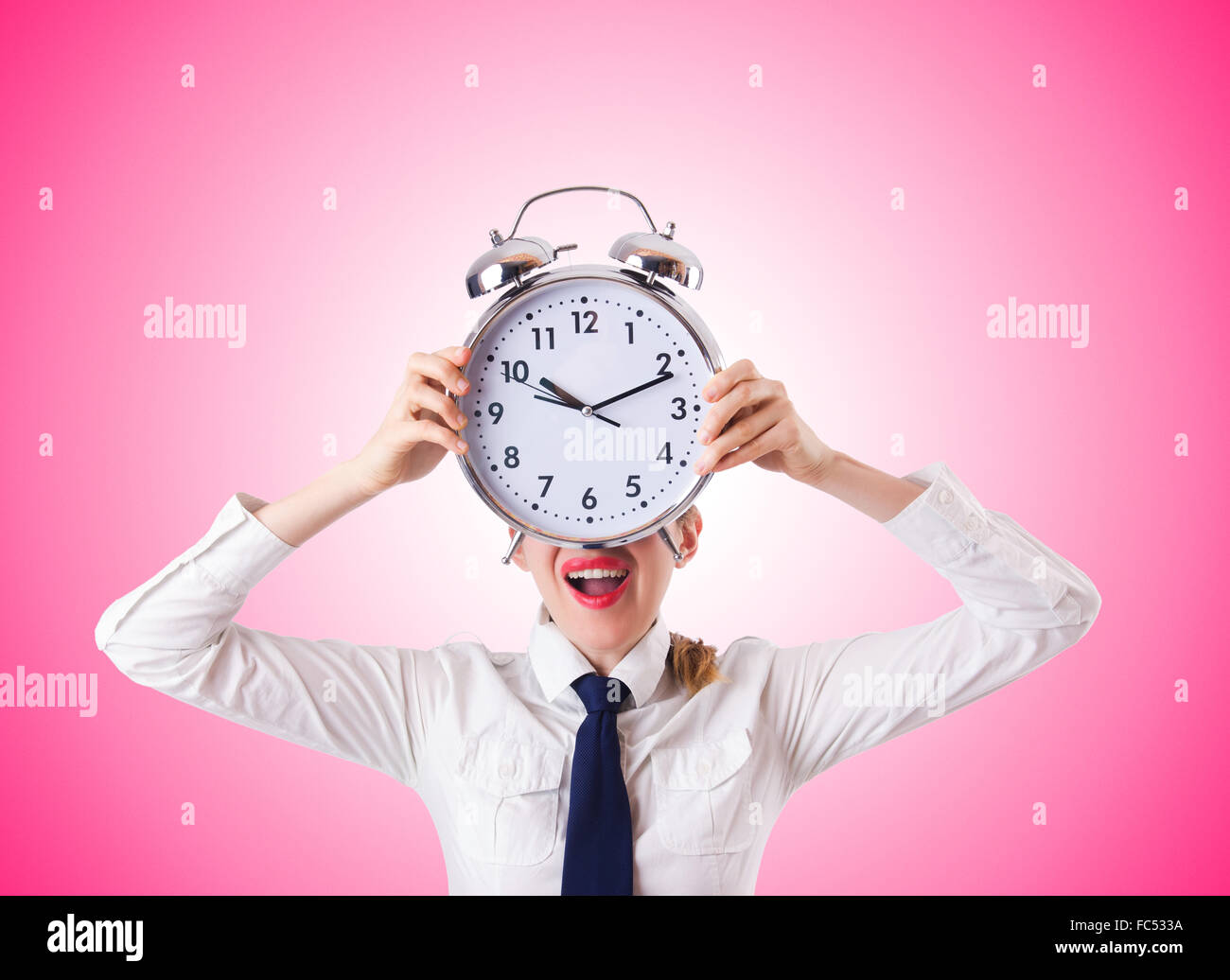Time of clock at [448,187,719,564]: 10:11
